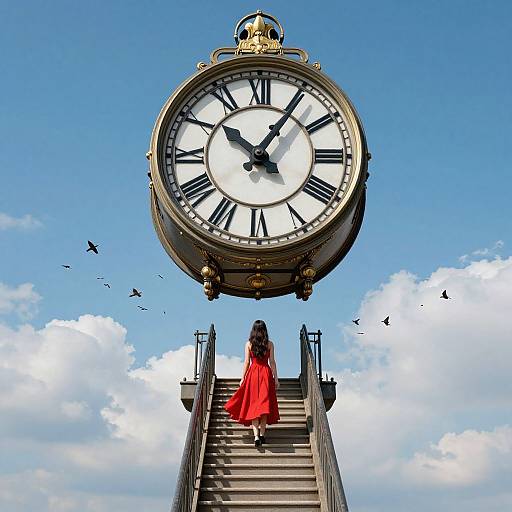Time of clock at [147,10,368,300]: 10:05
